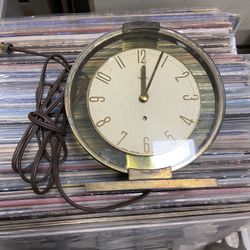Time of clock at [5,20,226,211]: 12:03
